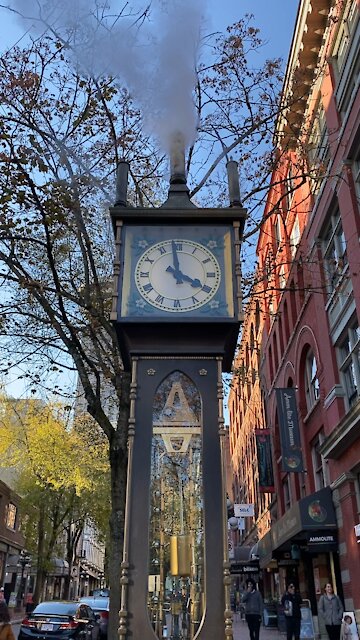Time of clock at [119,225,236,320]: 3:58
